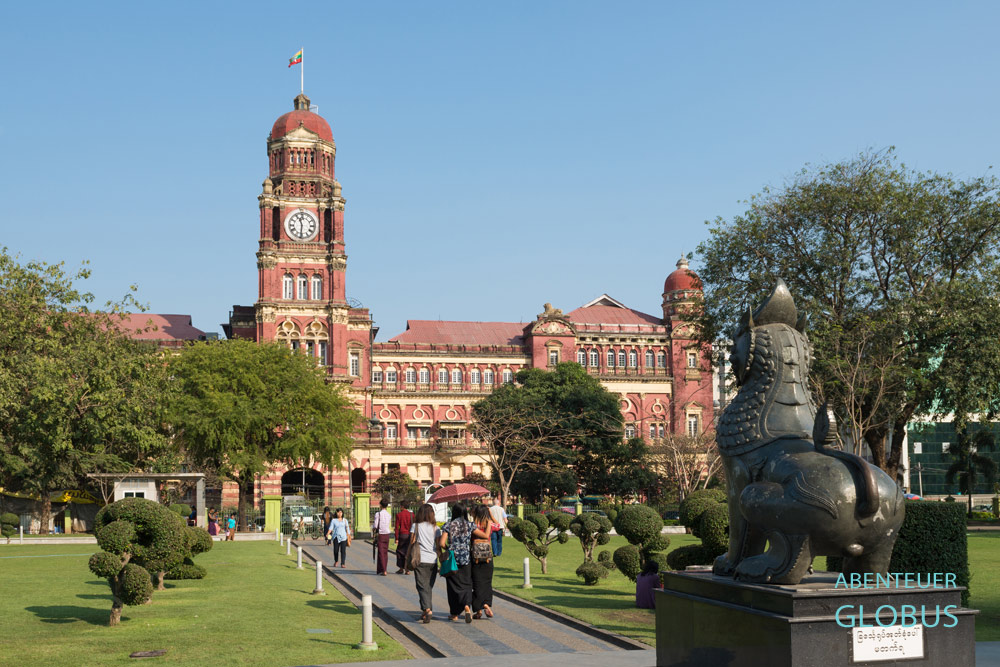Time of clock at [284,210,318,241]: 11:31
